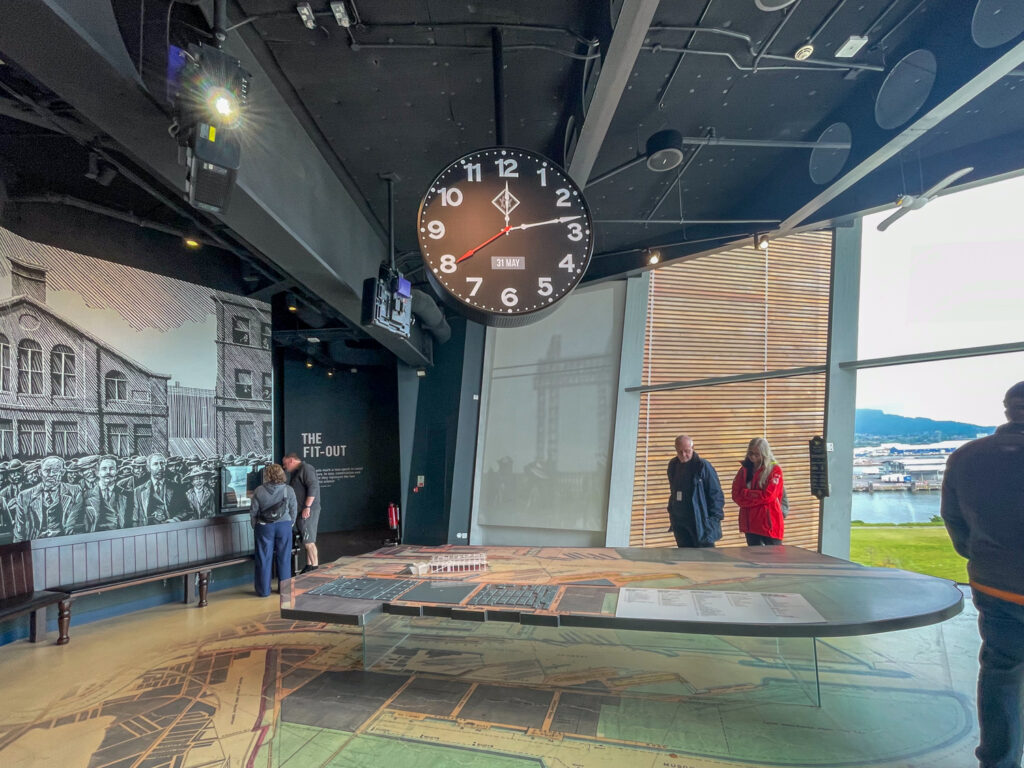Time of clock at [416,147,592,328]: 12:13
